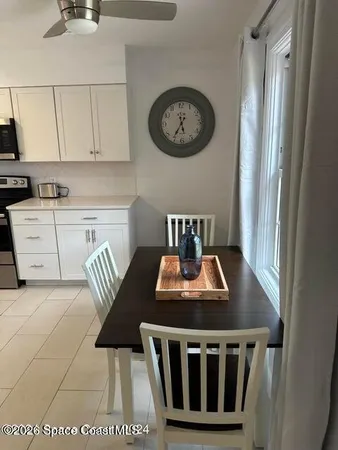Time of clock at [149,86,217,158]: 5:35
